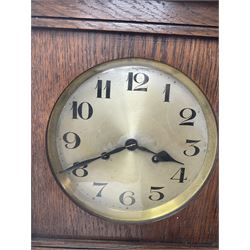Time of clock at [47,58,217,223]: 3:40
